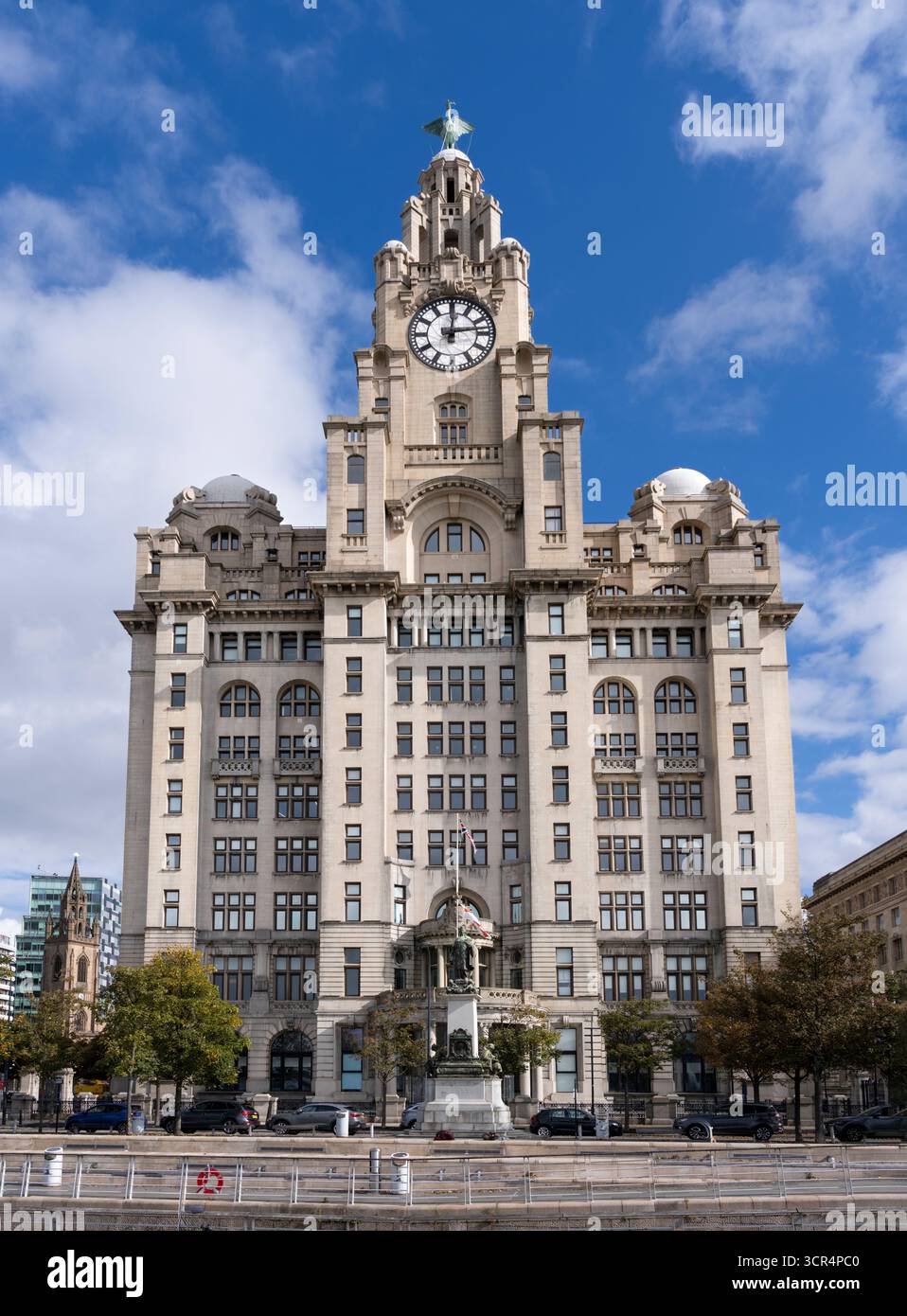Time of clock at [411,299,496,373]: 12:13
